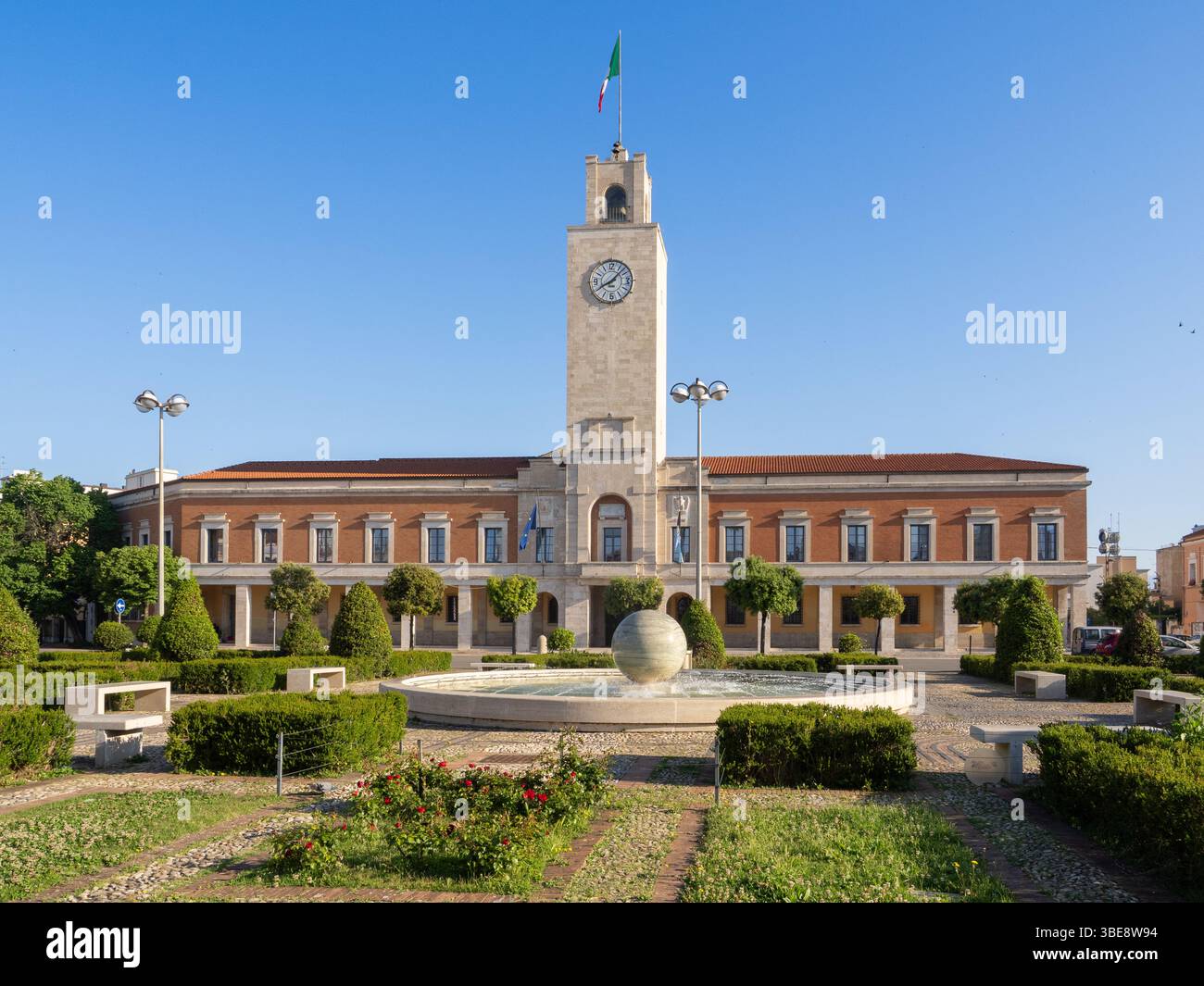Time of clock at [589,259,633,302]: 8:07
